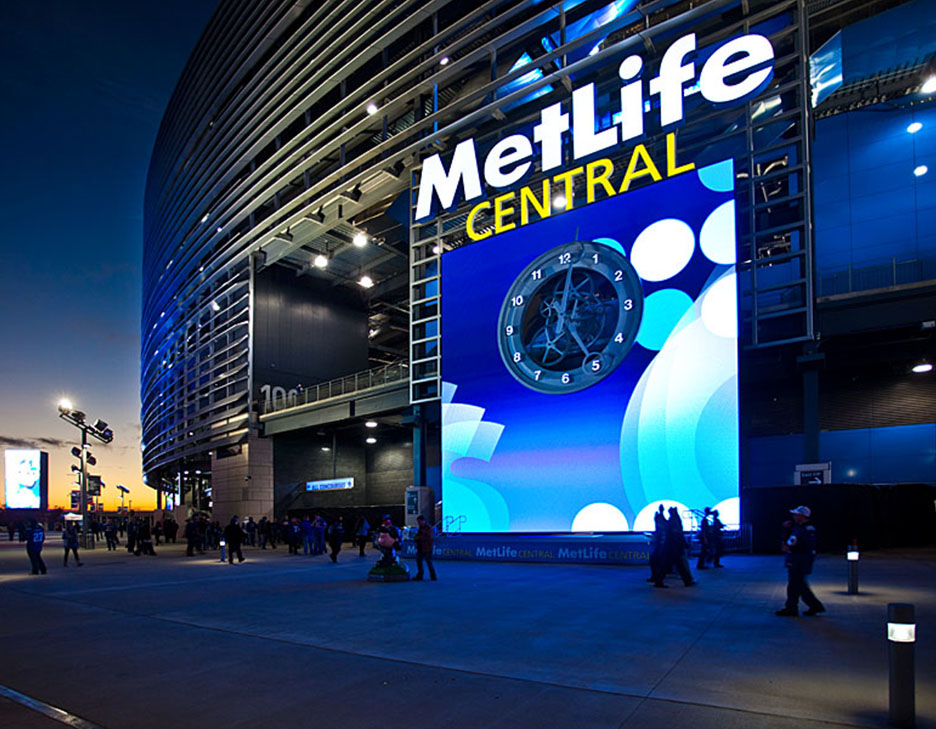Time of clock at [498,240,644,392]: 5:01
